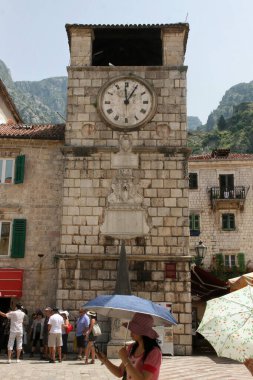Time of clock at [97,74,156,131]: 12:59
